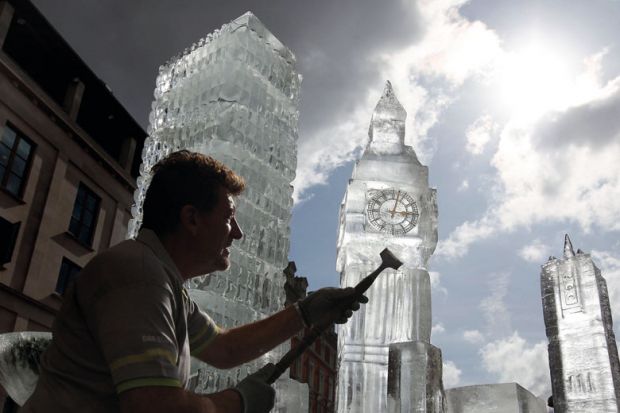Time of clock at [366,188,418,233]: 3:02
